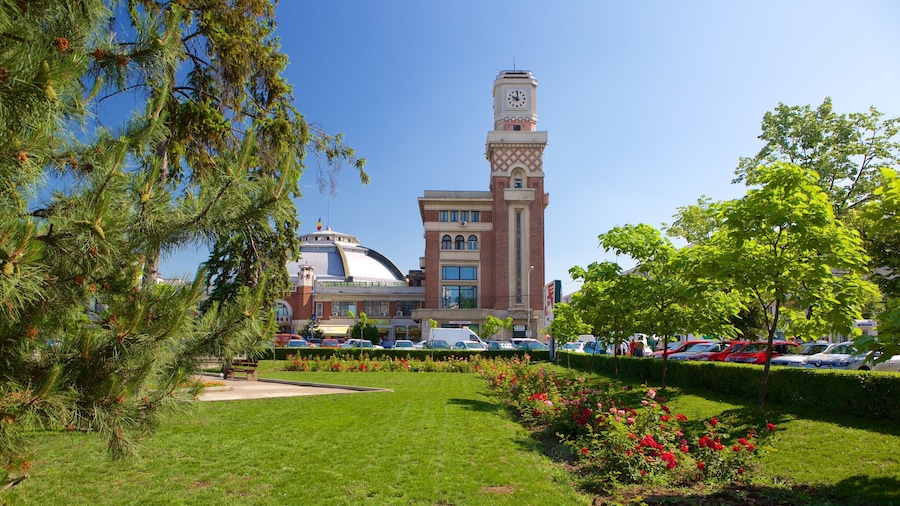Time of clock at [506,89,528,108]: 10:00
